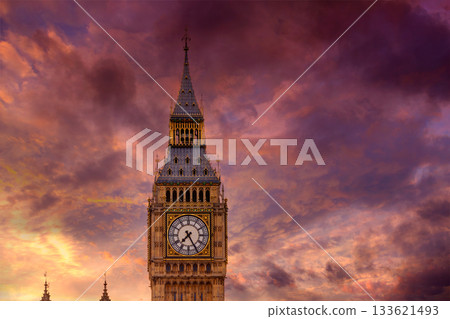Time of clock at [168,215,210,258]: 7:25
